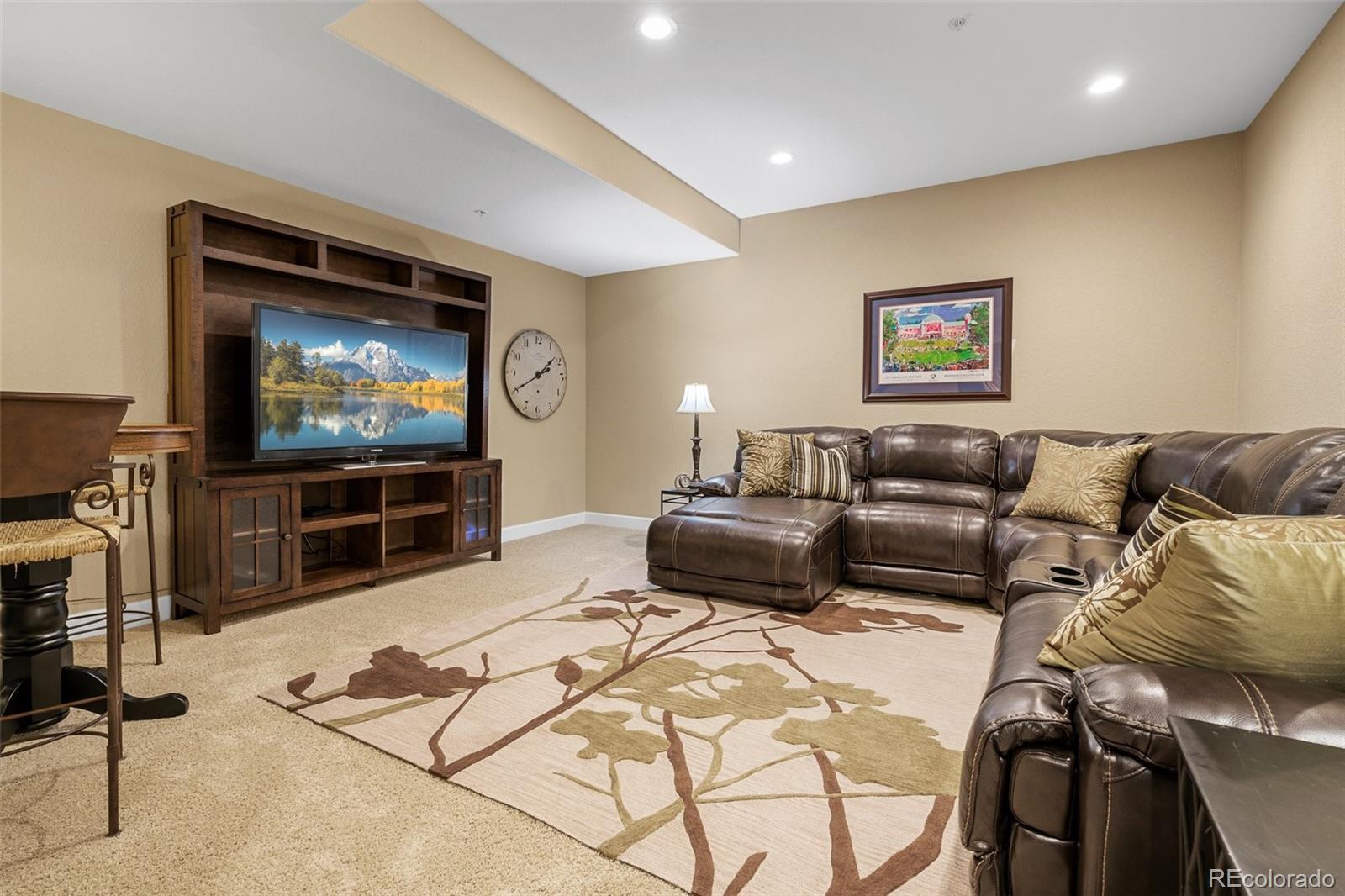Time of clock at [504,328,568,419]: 1:40
